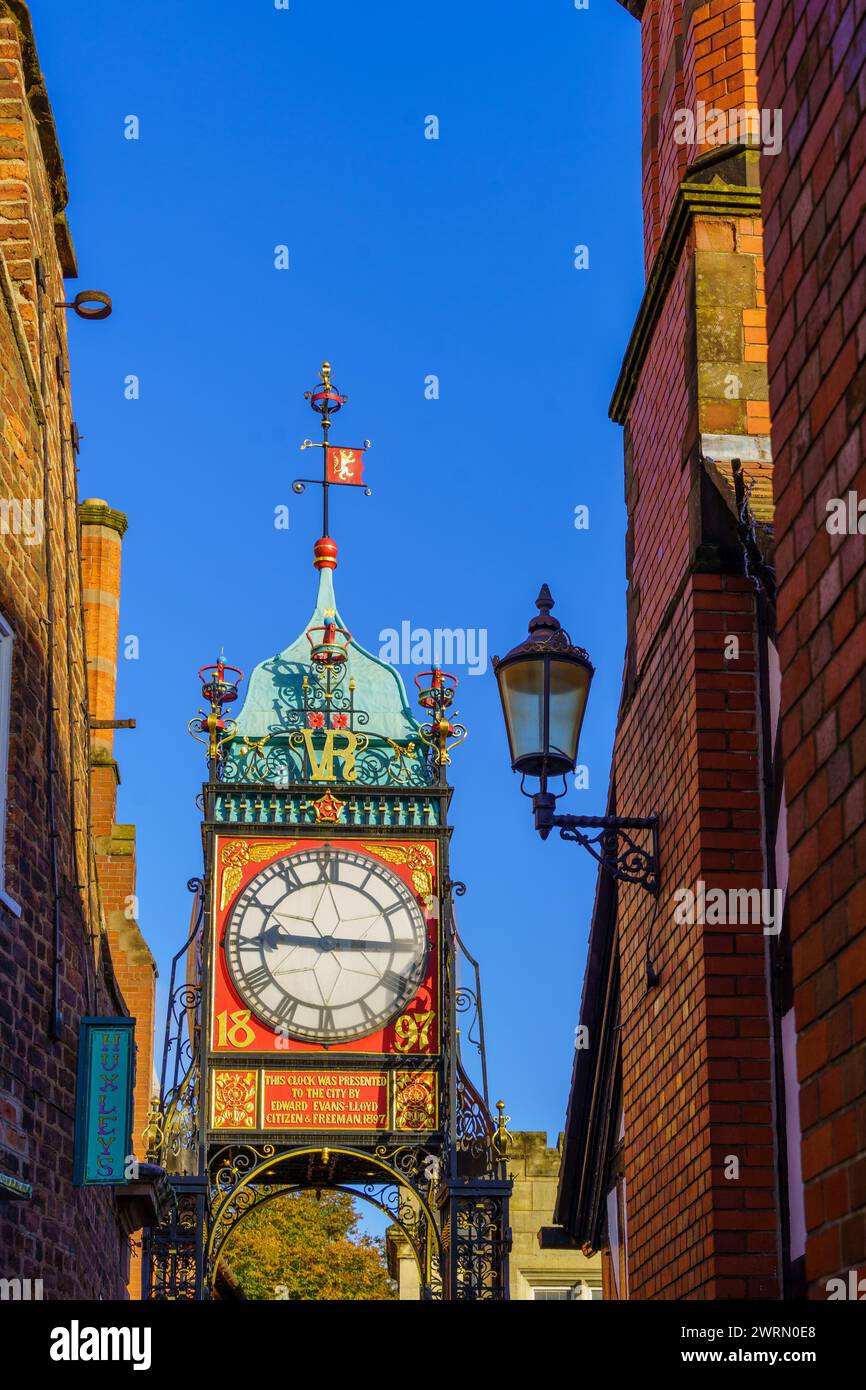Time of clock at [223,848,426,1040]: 9:15
